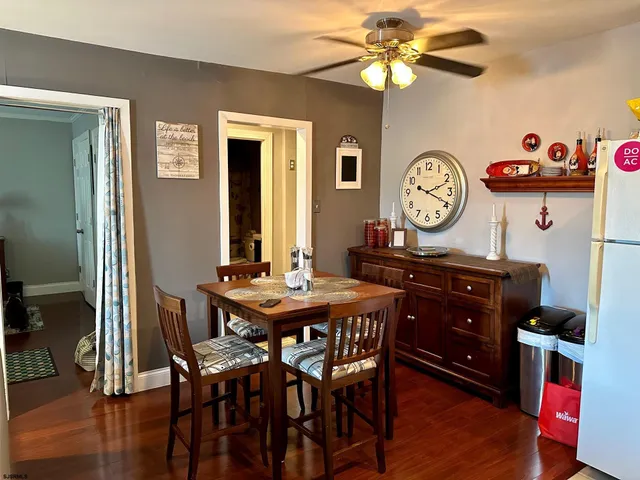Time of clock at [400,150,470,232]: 2:18
